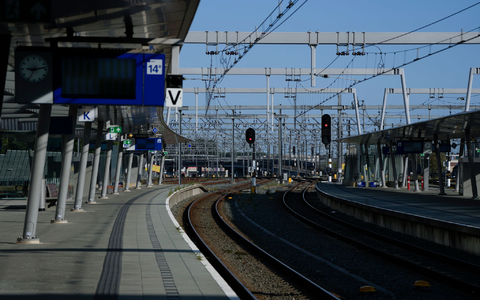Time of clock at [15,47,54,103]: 9:13
